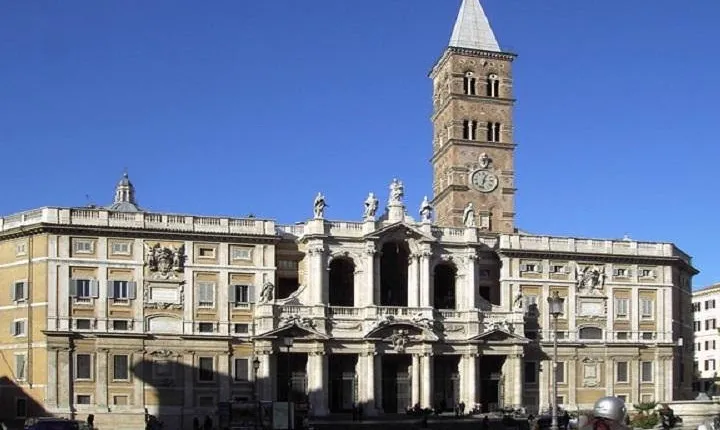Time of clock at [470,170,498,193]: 12:32
